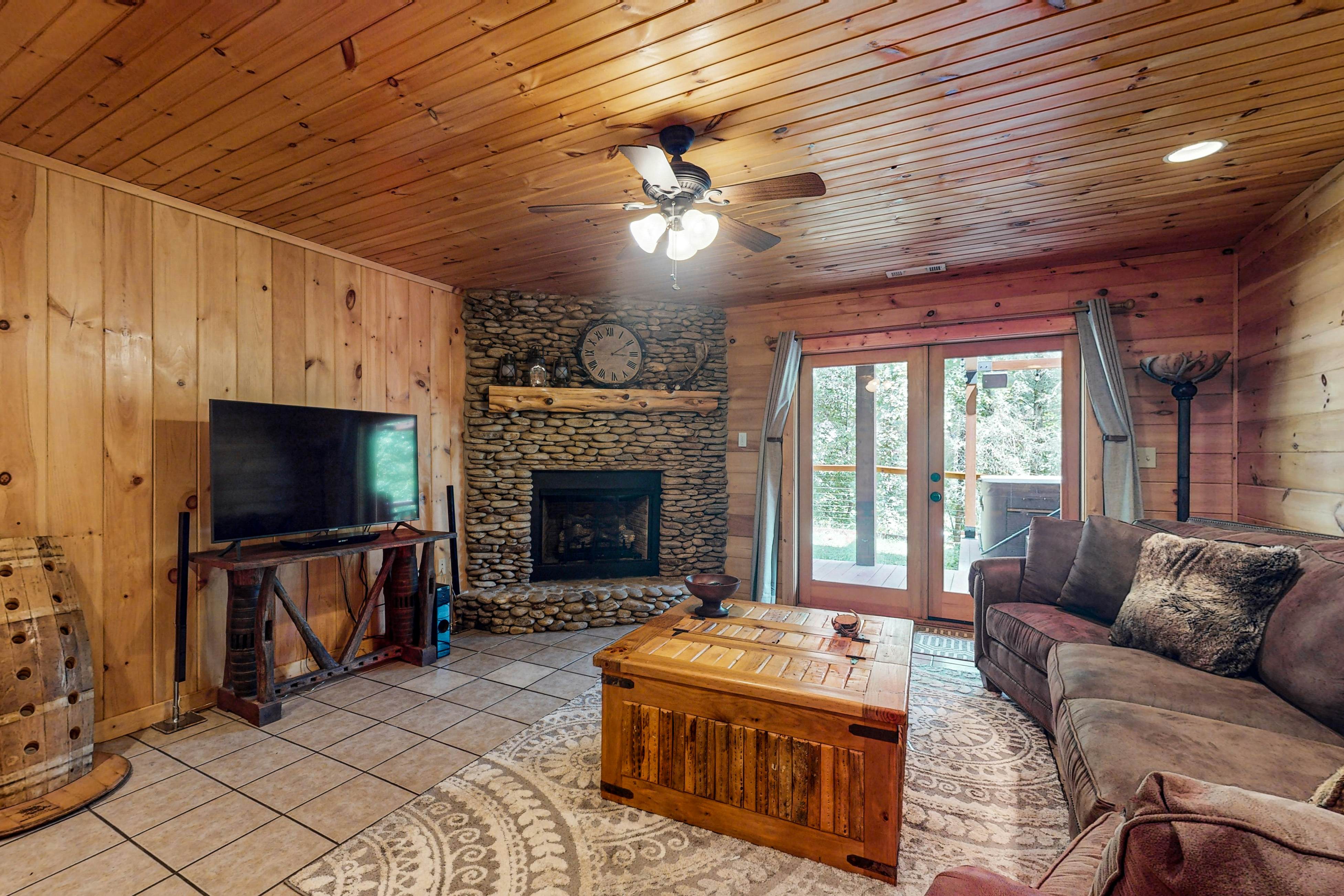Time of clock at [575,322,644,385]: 3:09
